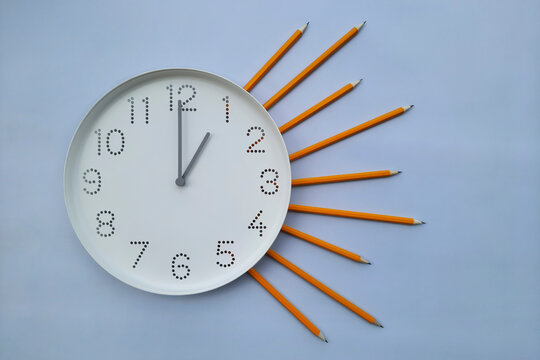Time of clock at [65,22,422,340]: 1:00
